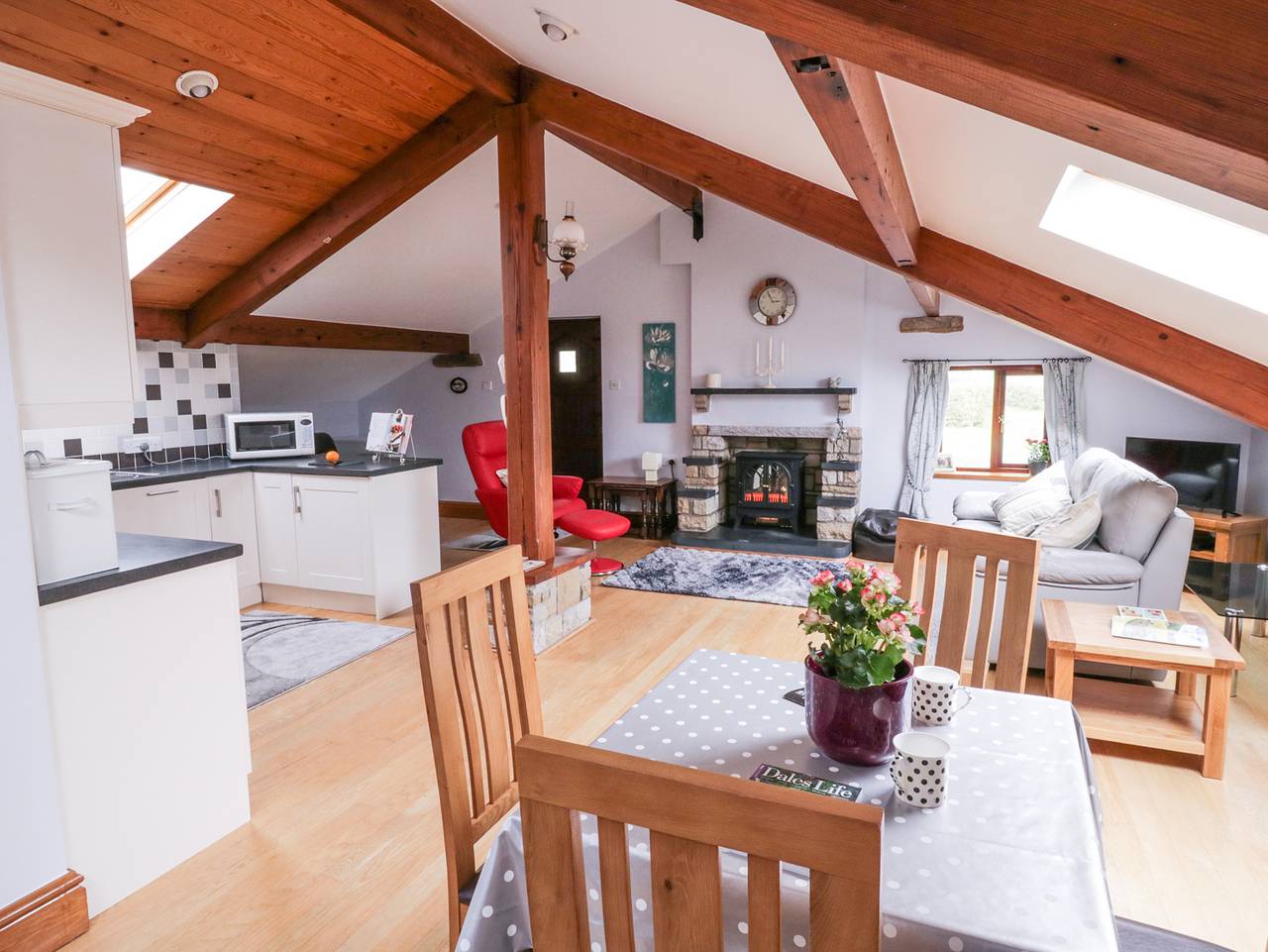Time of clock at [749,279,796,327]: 2:54
